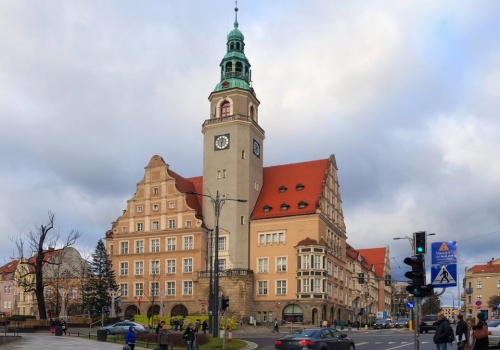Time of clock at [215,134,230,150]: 12:30
